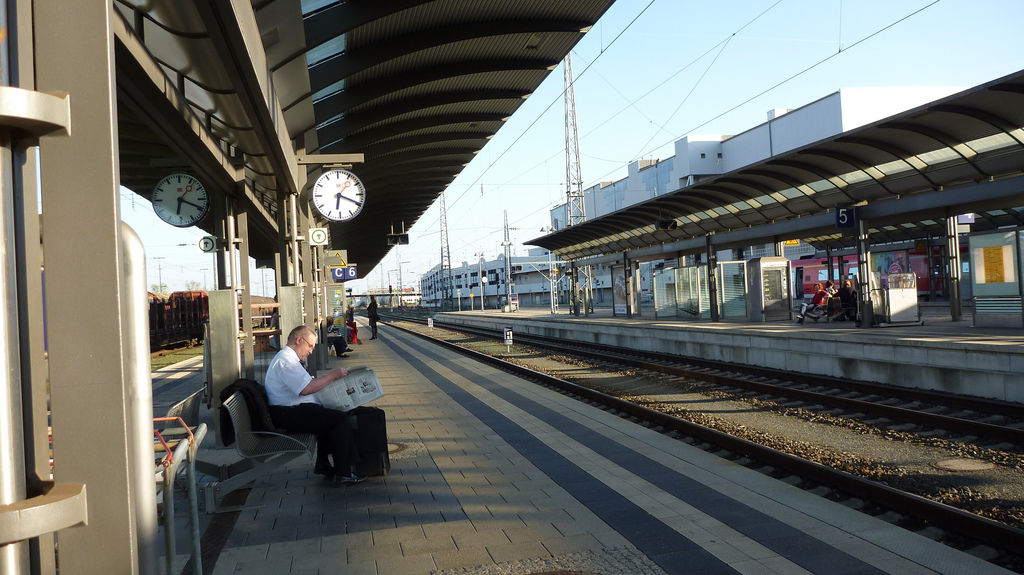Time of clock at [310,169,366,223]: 6:19
